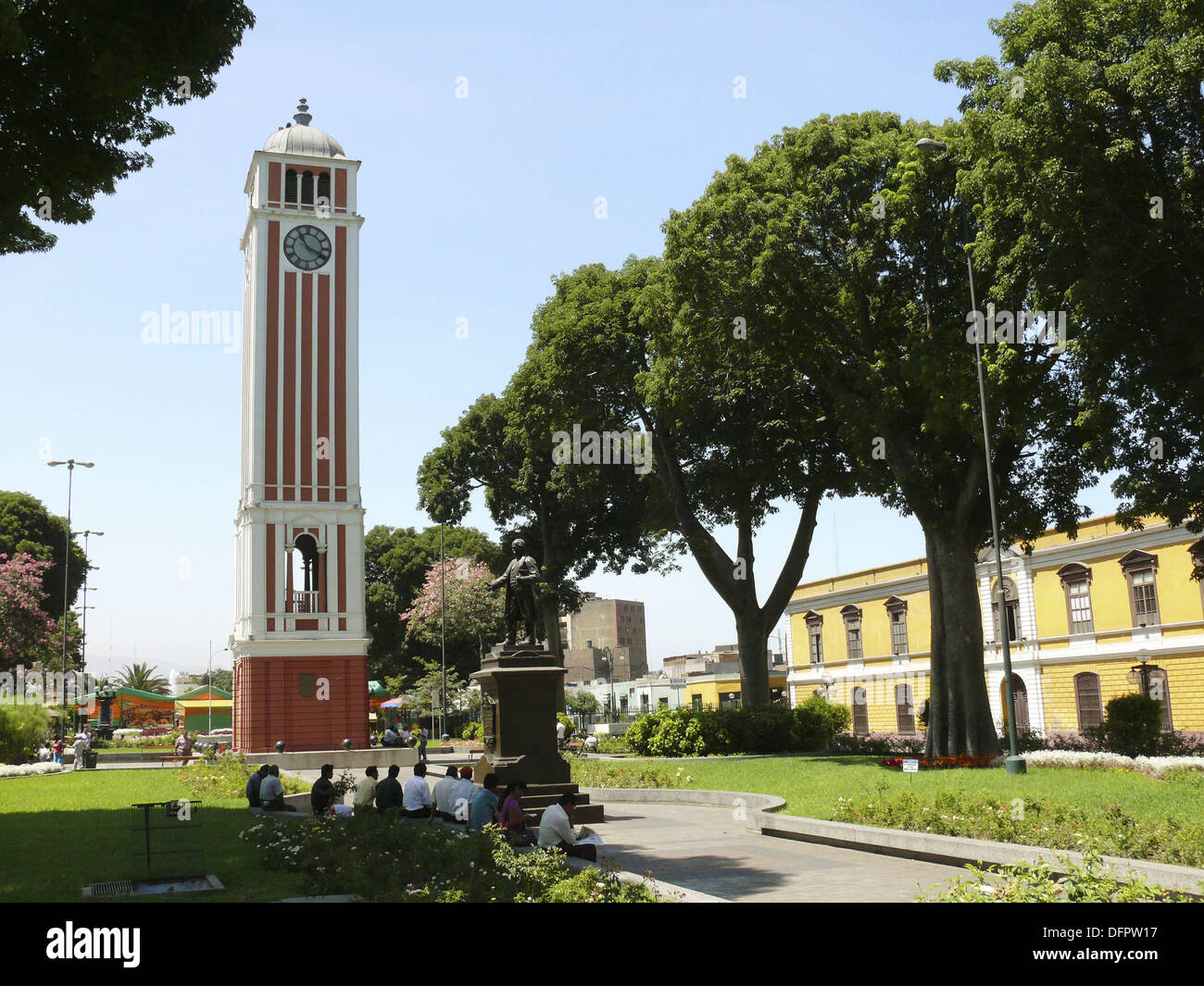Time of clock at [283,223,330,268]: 3:54
